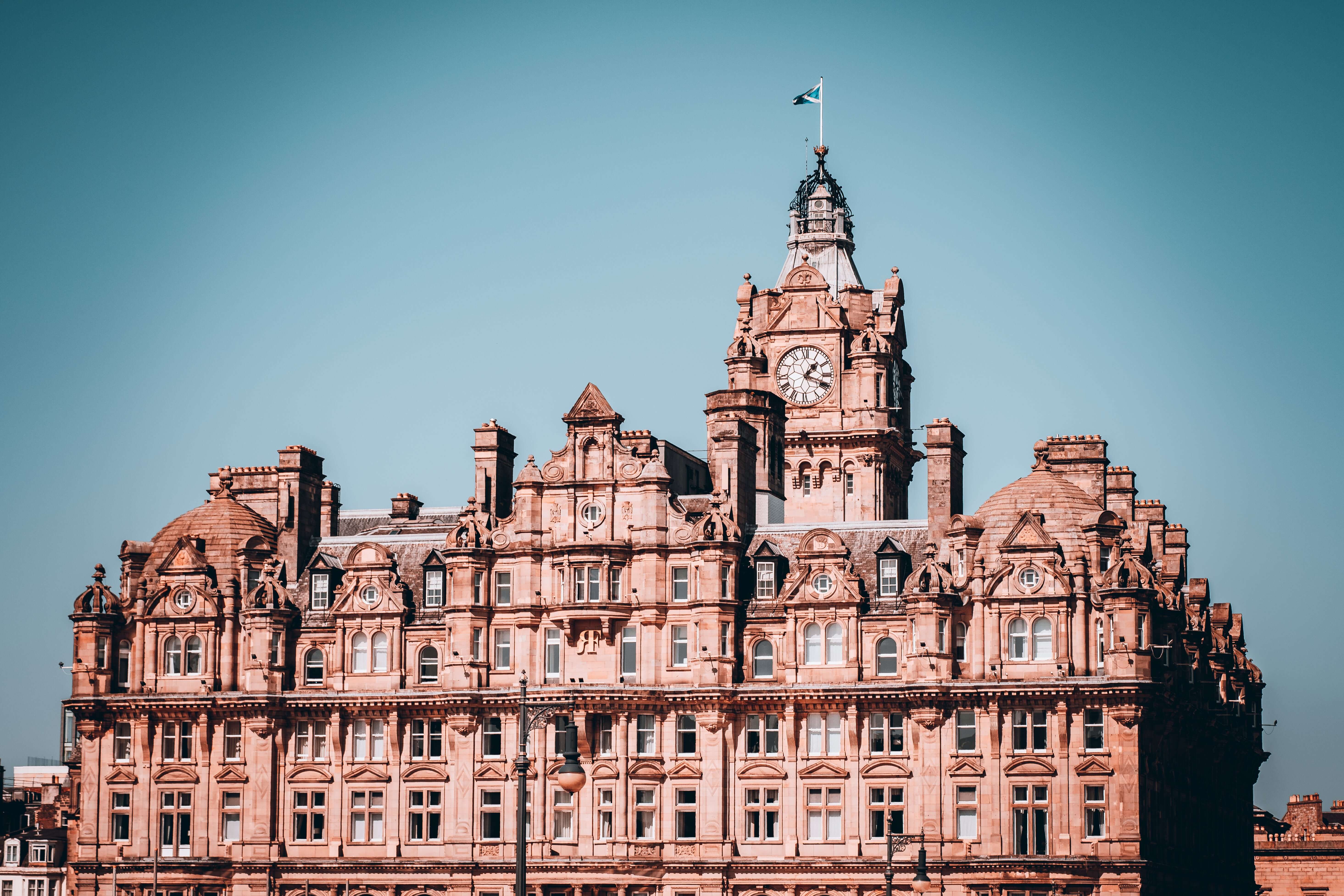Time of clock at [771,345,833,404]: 1:18
